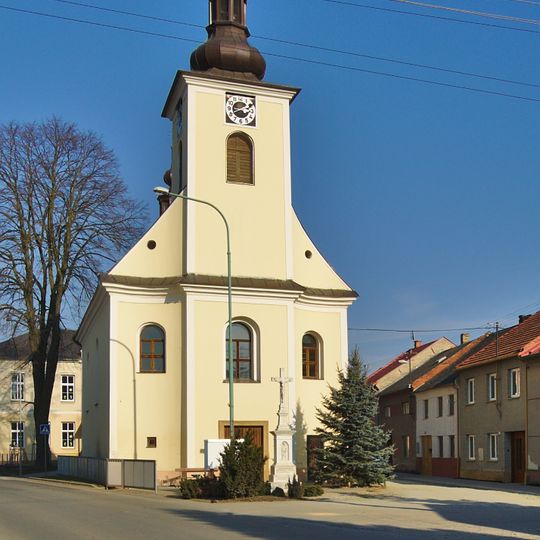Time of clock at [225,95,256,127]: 3:40
